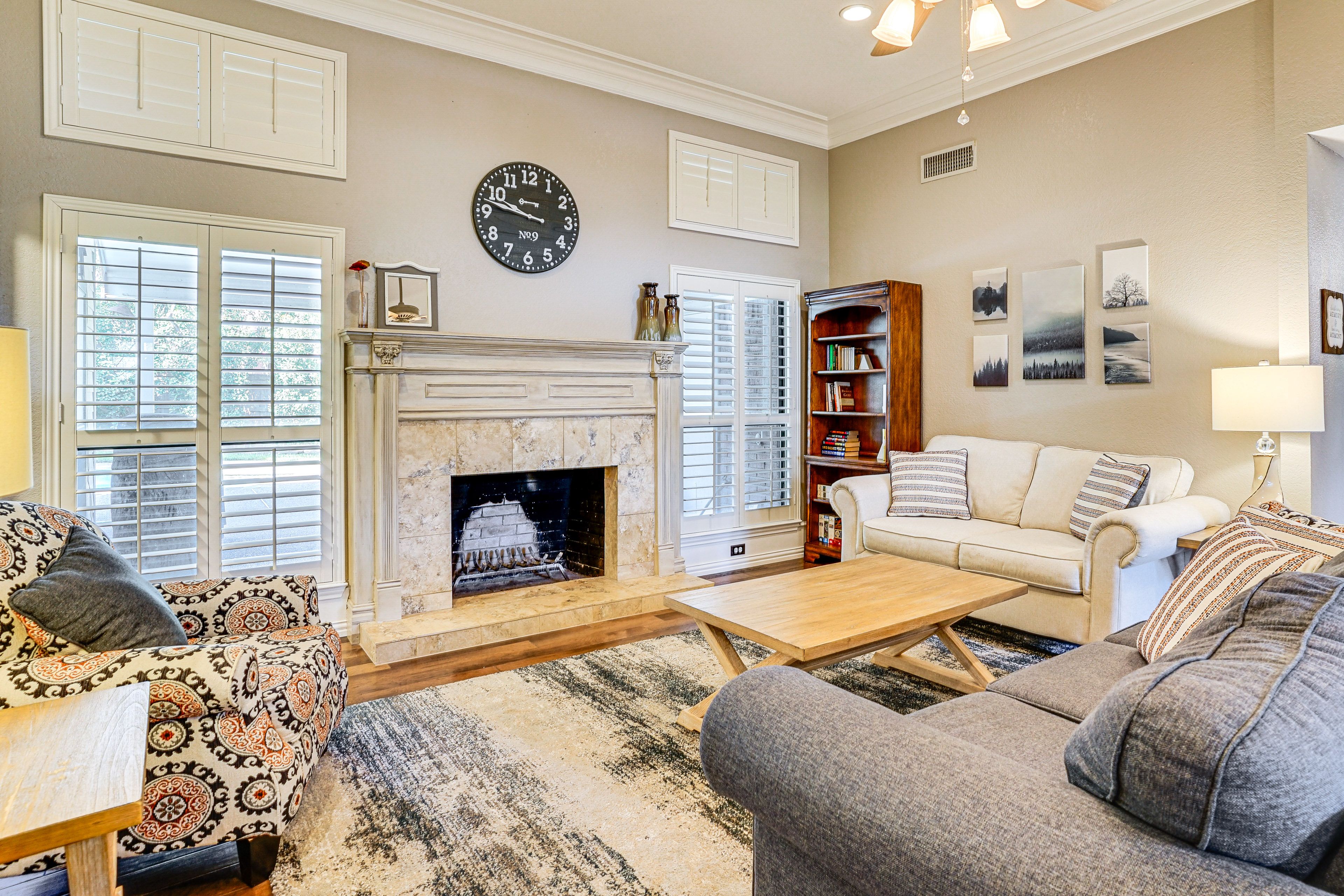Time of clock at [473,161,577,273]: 9:47
